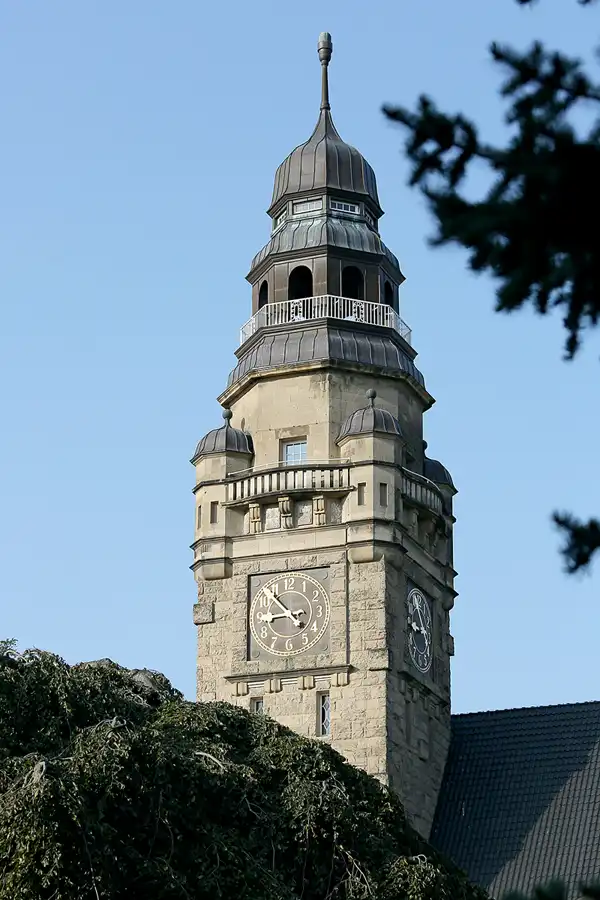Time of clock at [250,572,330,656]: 8:53
